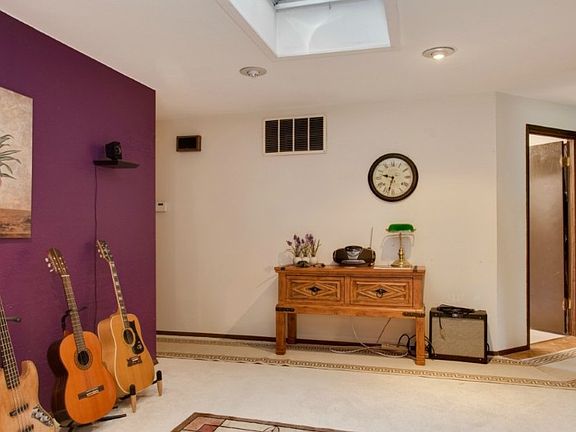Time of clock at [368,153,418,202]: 9:32
